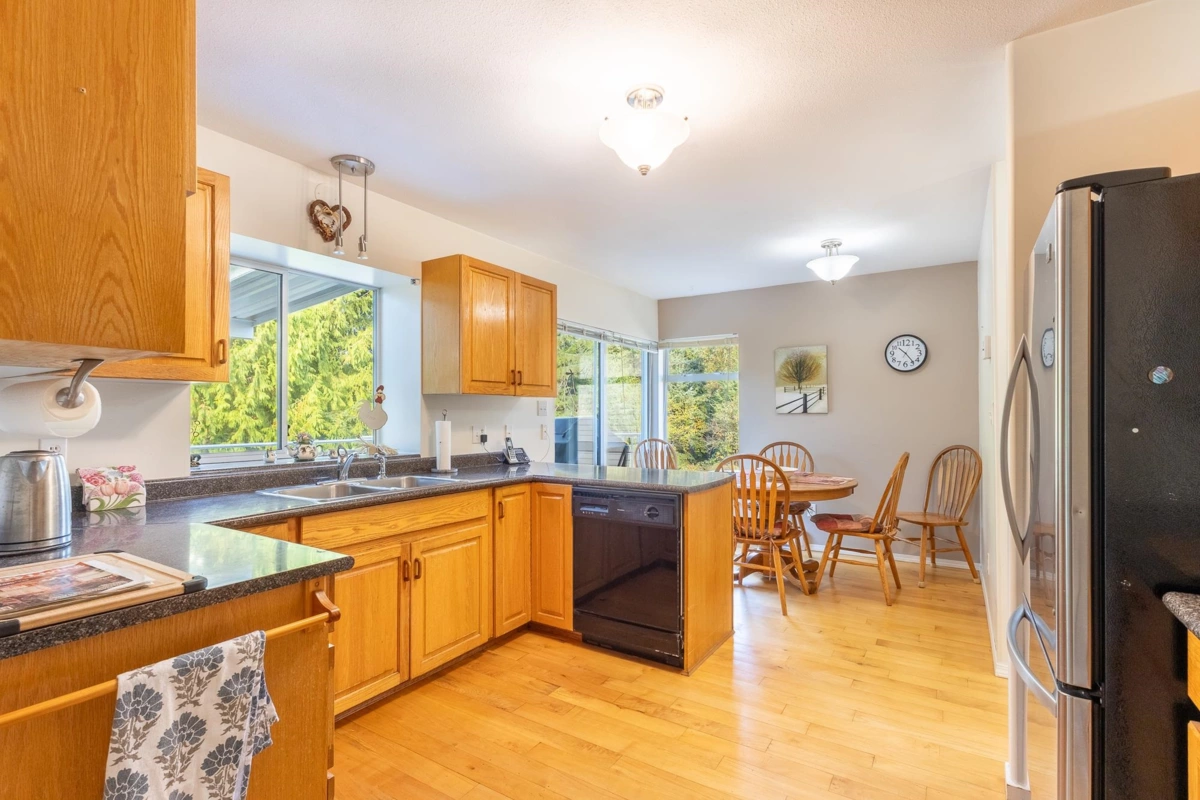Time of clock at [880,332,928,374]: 10:23
